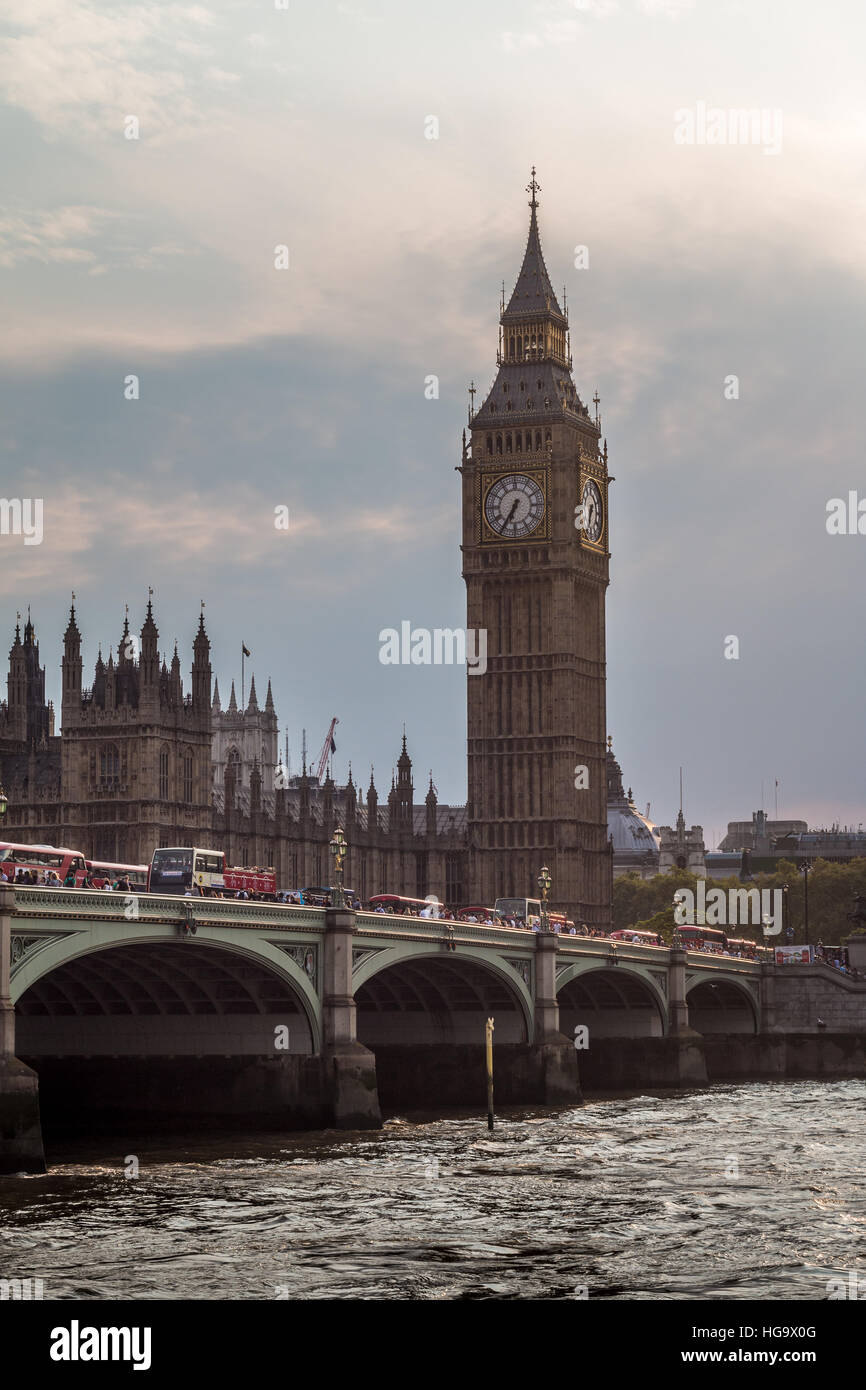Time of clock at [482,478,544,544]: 6:35
